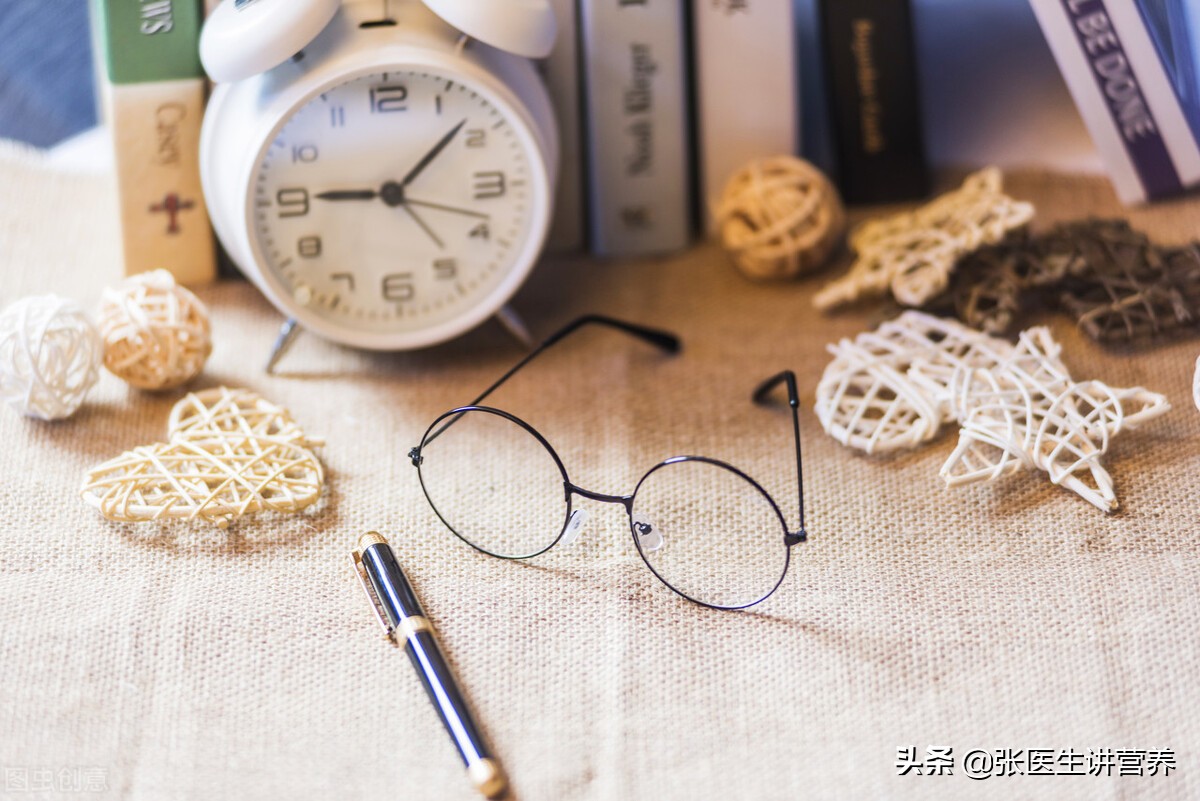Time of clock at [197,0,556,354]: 9:07
